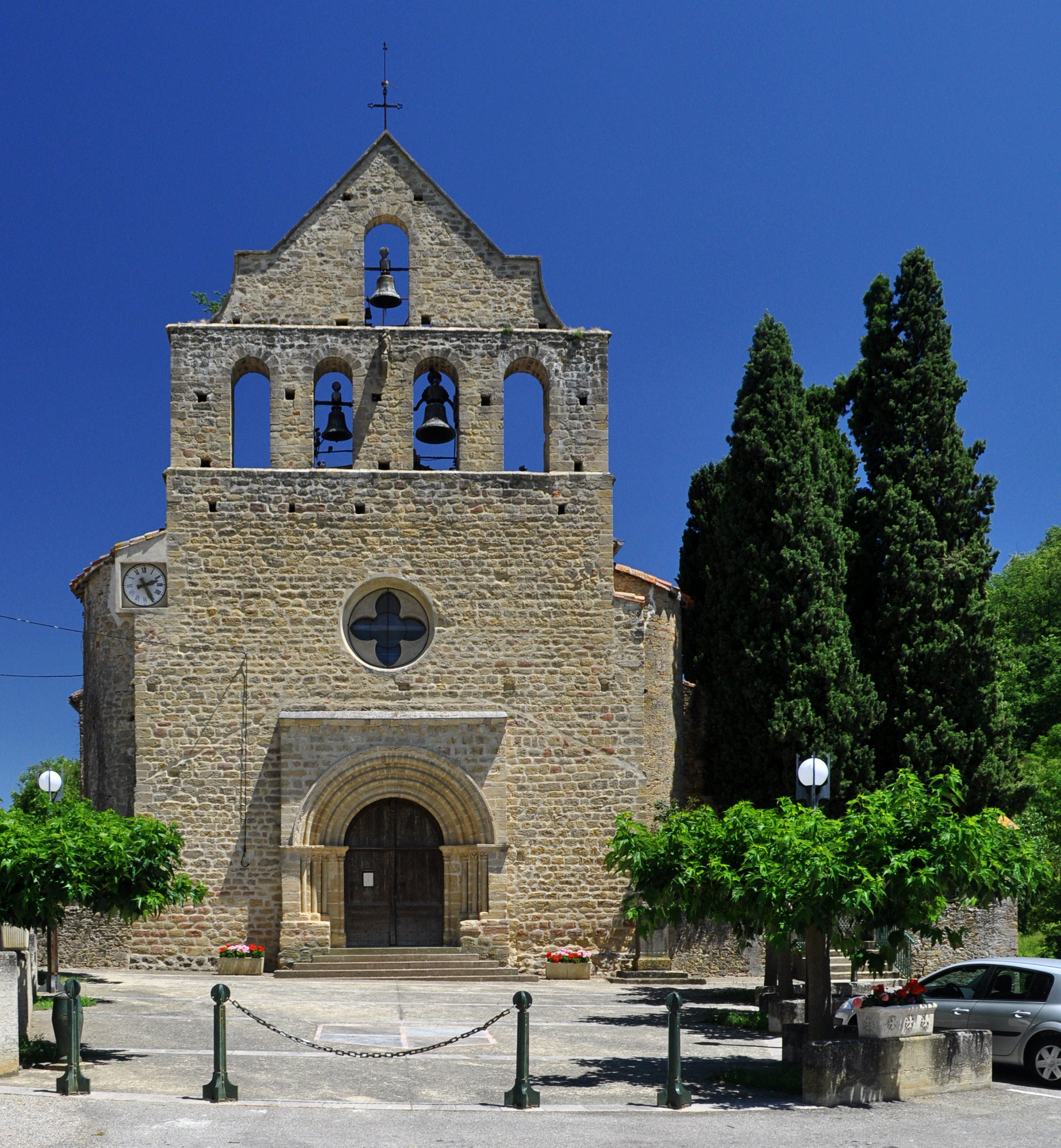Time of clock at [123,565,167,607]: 2:25
